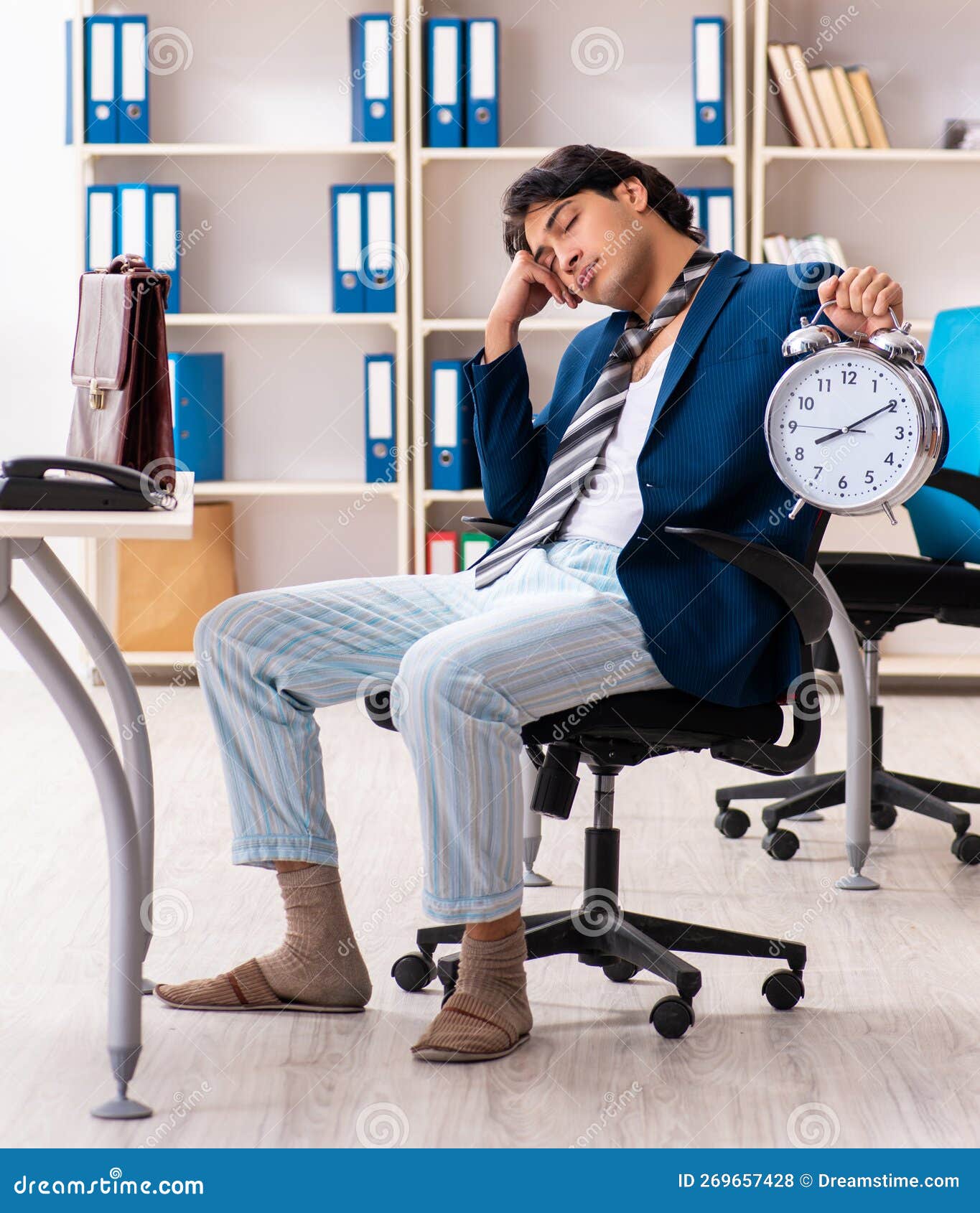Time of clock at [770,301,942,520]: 8:09
